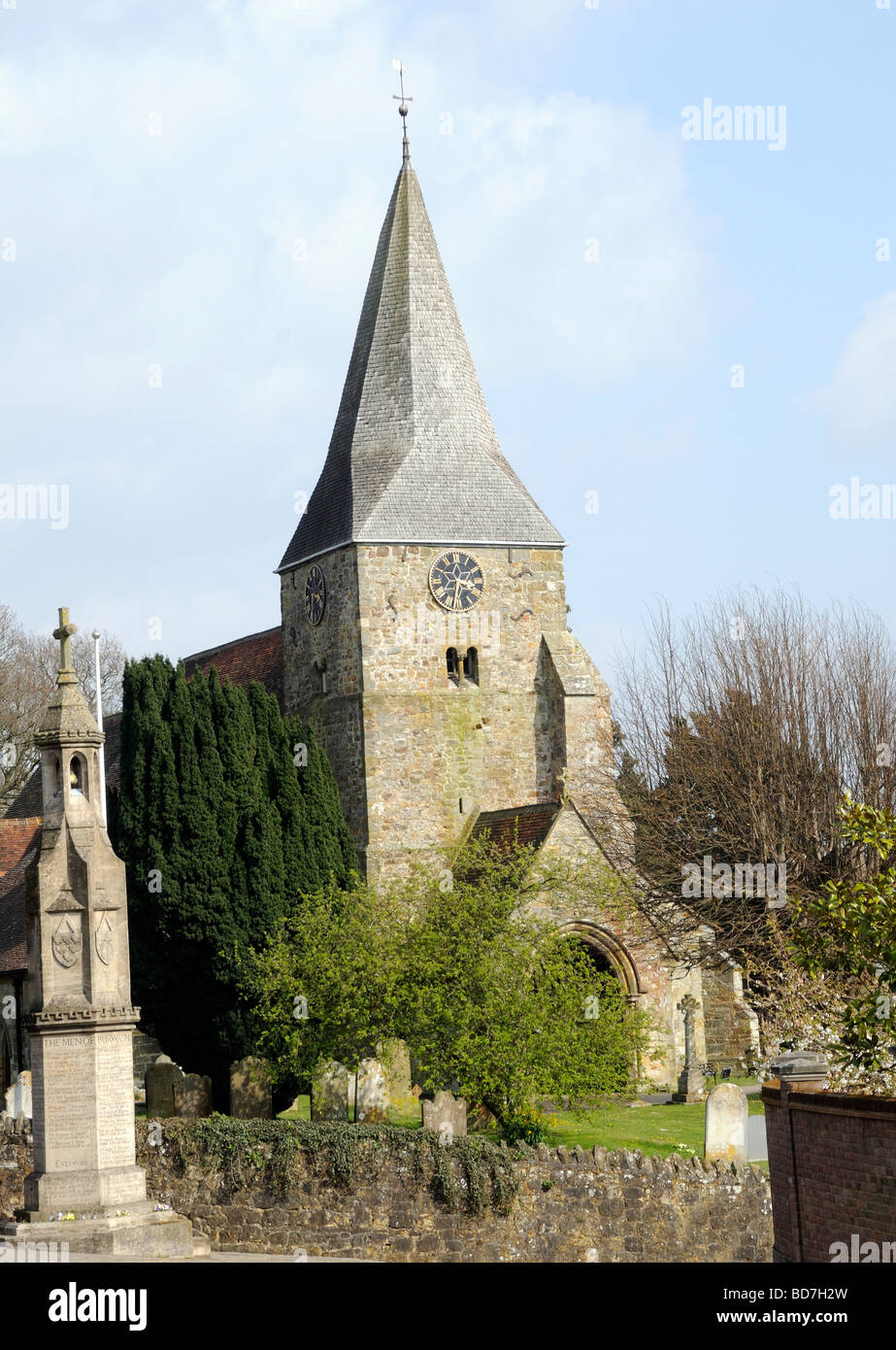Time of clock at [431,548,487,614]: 3:32
